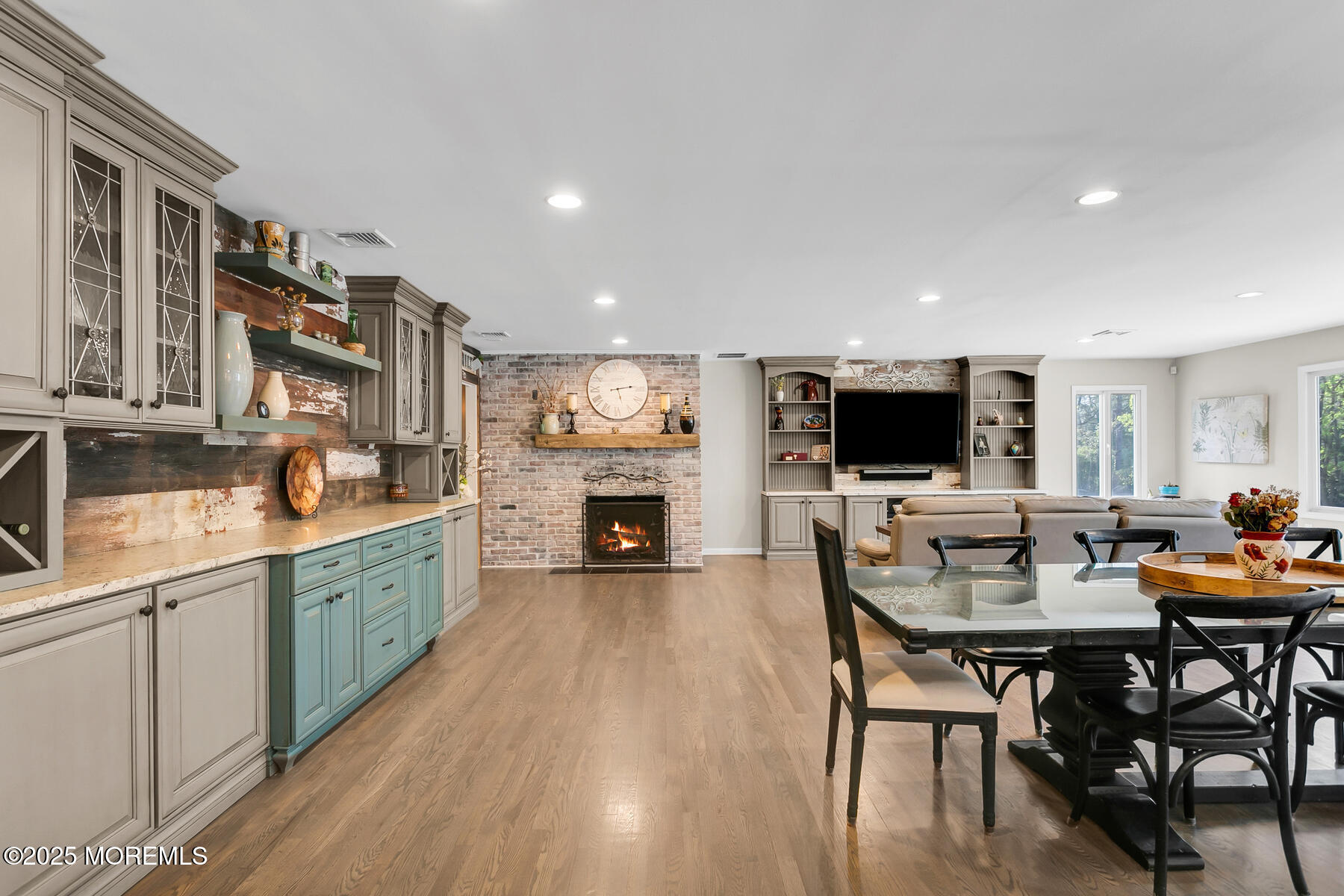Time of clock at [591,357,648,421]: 5:13
